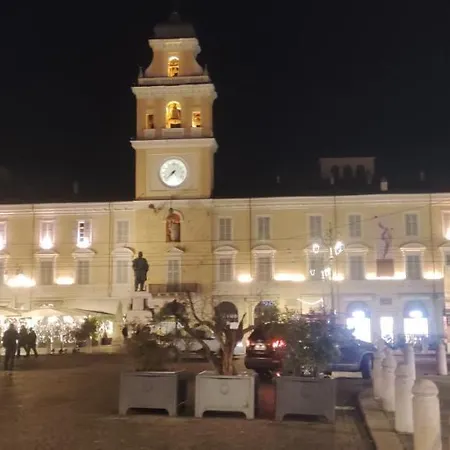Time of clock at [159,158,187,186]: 7:37
